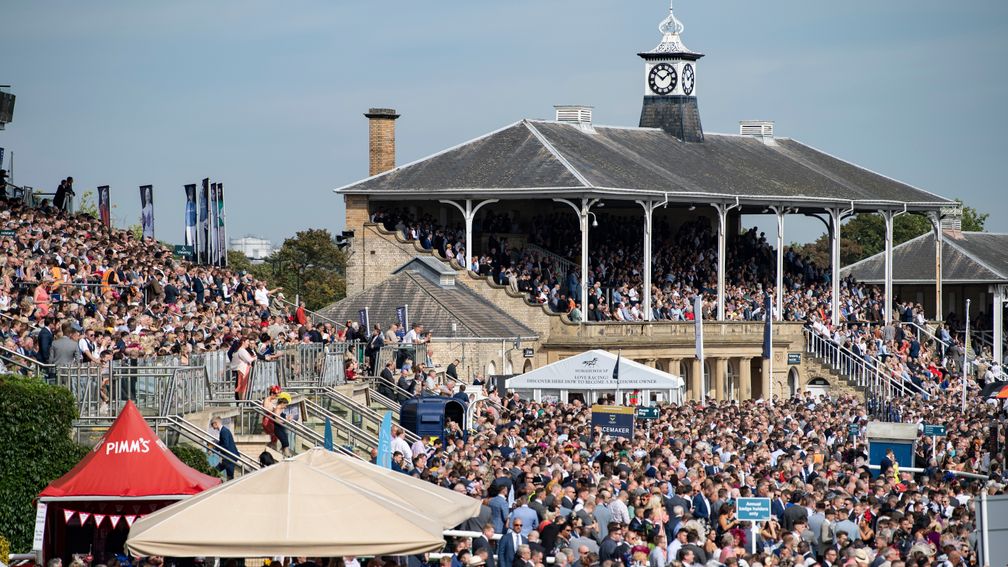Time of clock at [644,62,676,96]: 1:51
